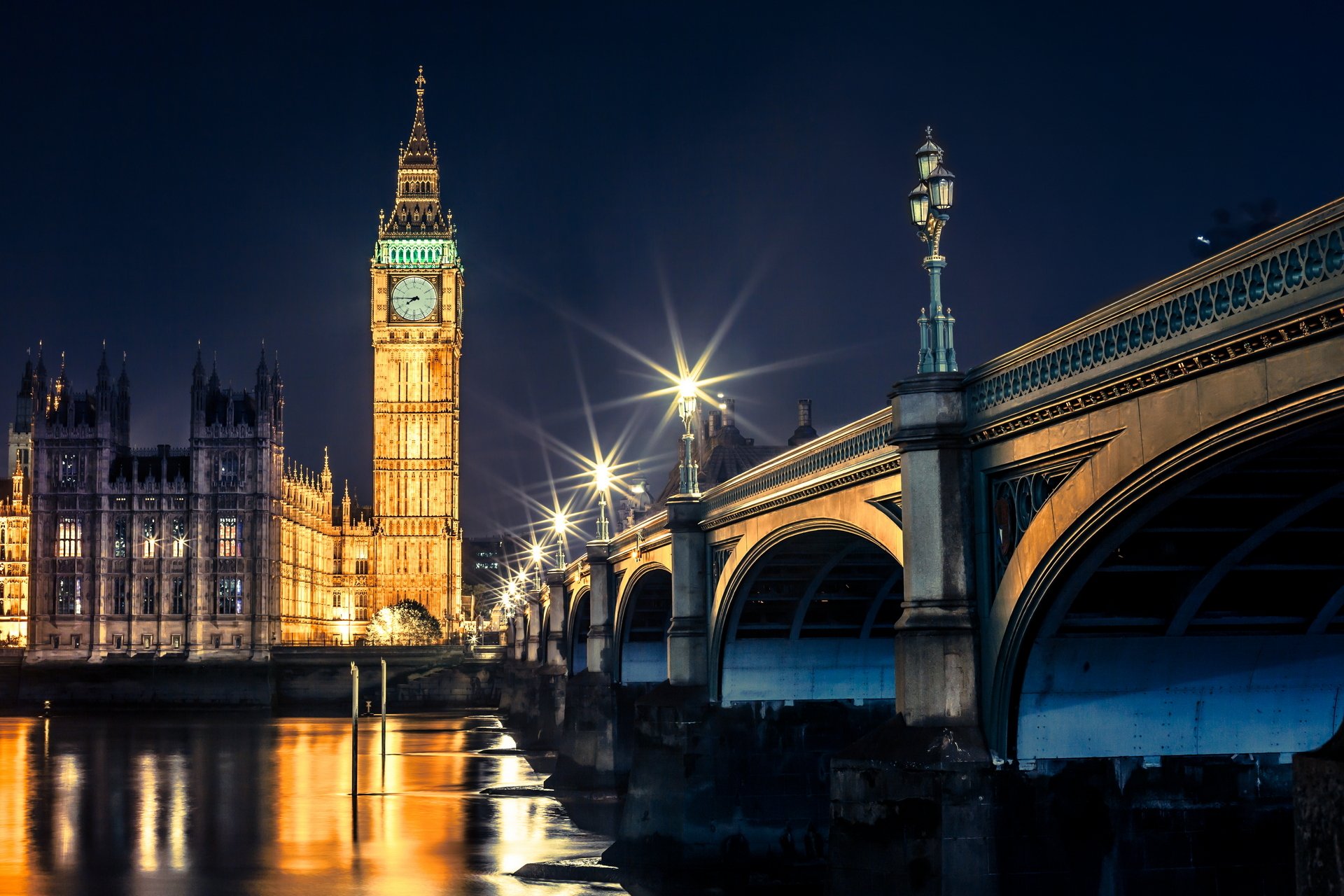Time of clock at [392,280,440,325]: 7:45
